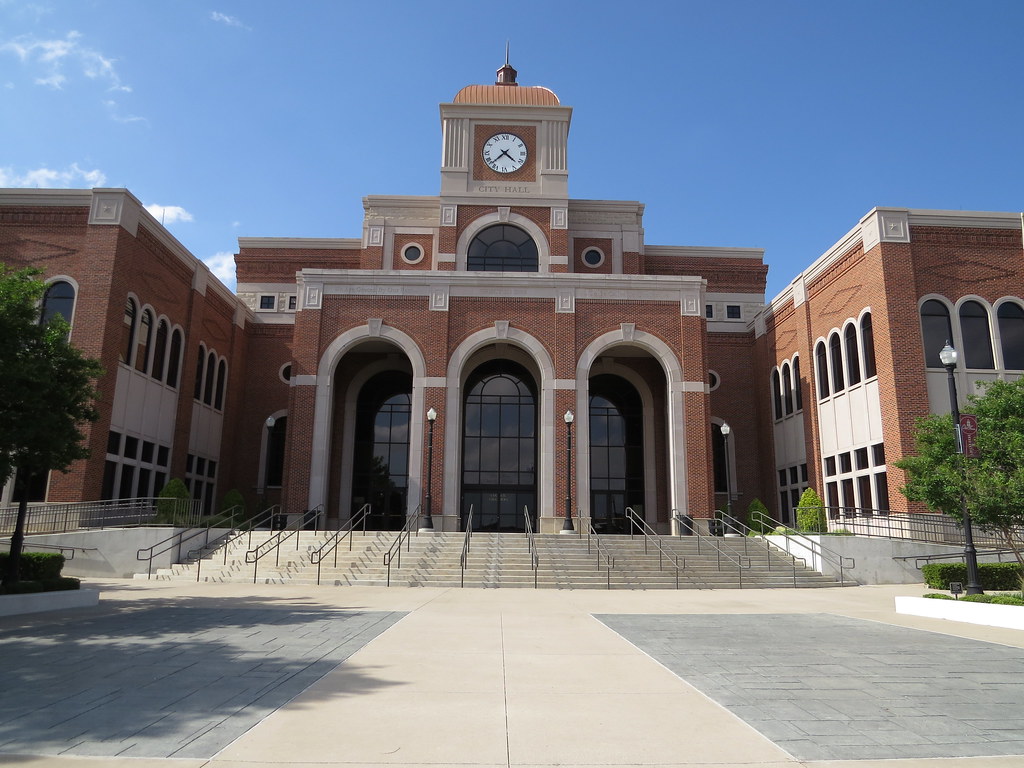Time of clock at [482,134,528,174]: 4:37
